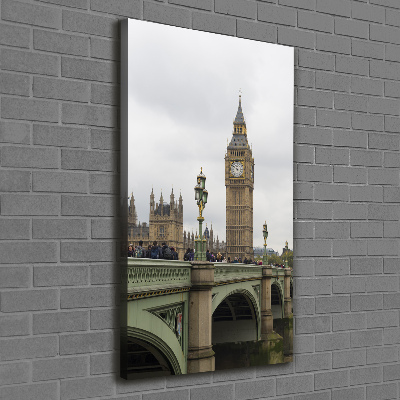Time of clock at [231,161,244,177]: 5:51
